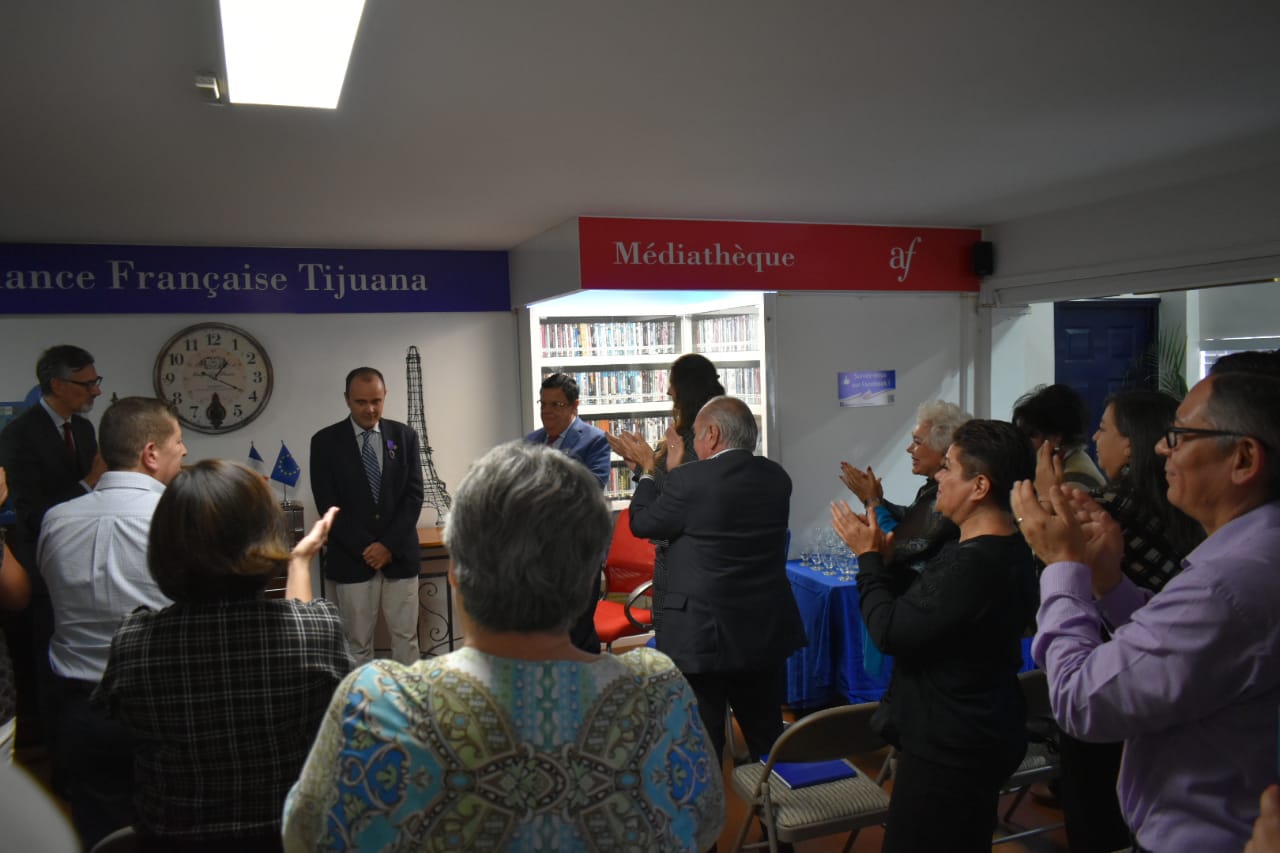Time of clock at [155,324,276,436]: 1:19
